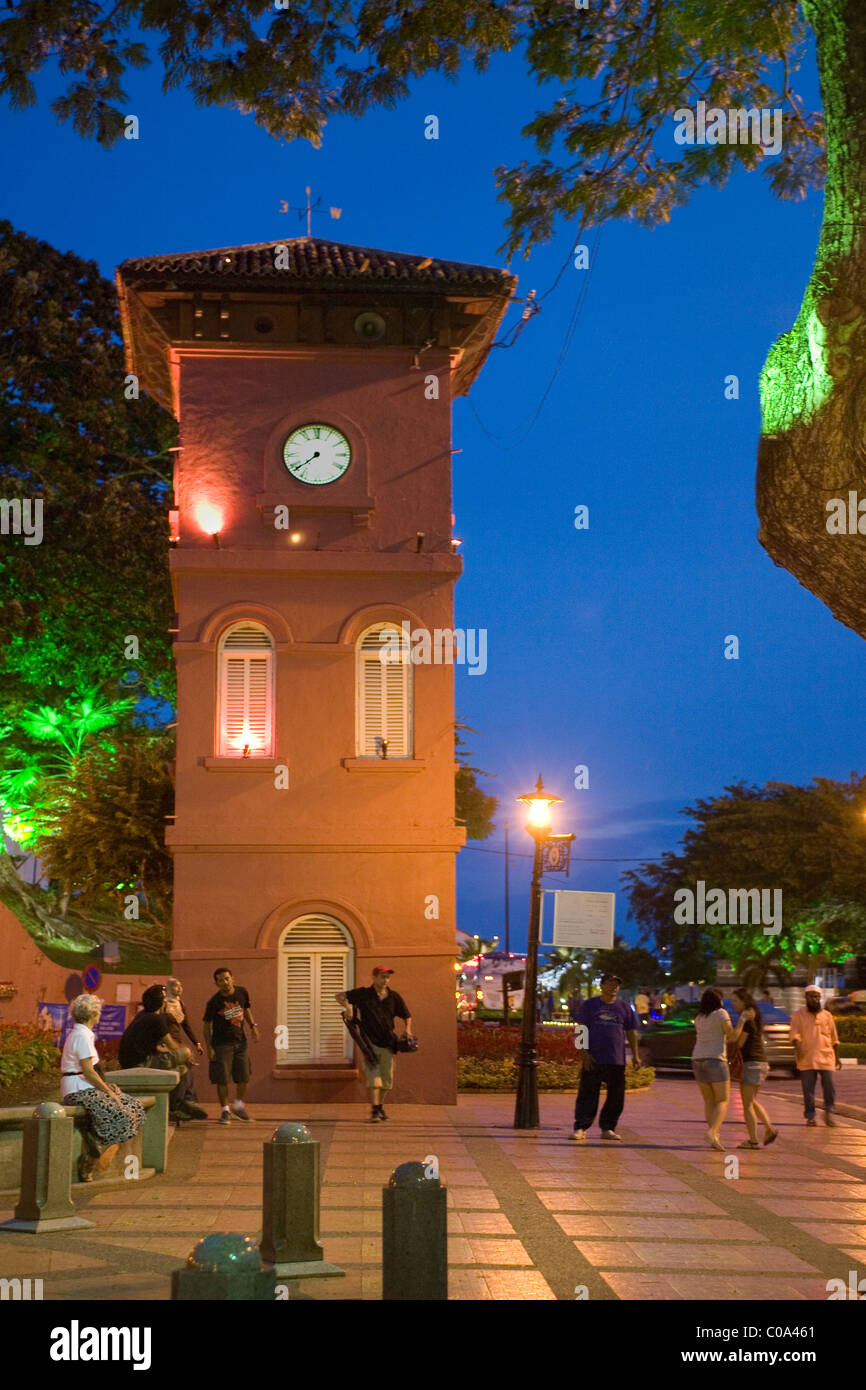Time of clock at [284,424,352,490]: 7:38
